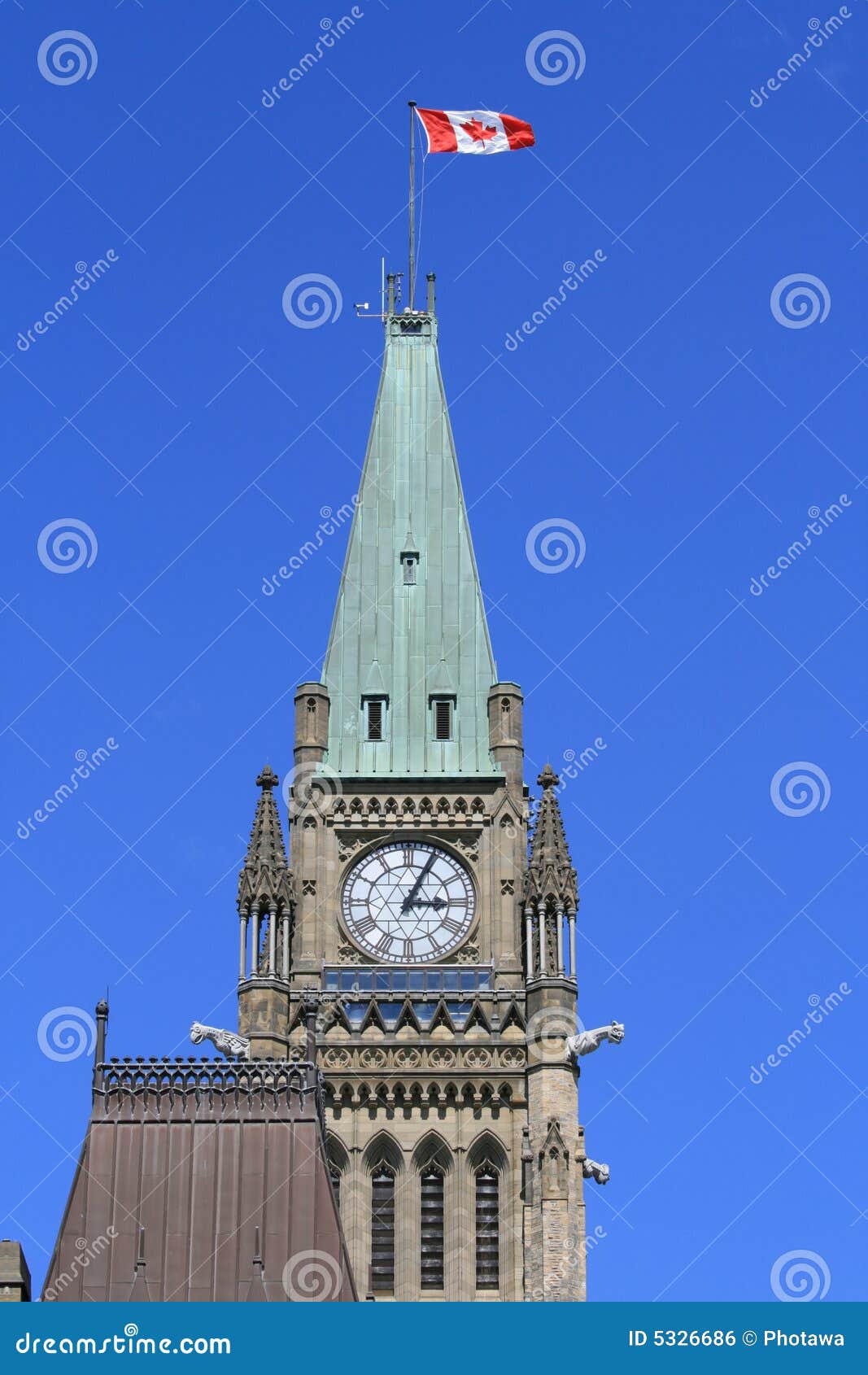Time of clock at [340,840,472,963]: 3:04
